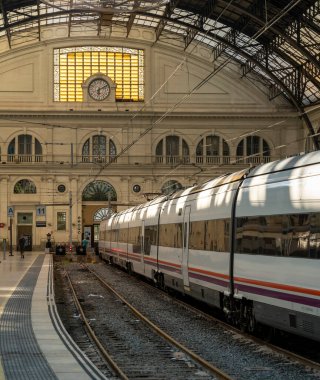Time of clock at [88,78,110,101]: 6:11
